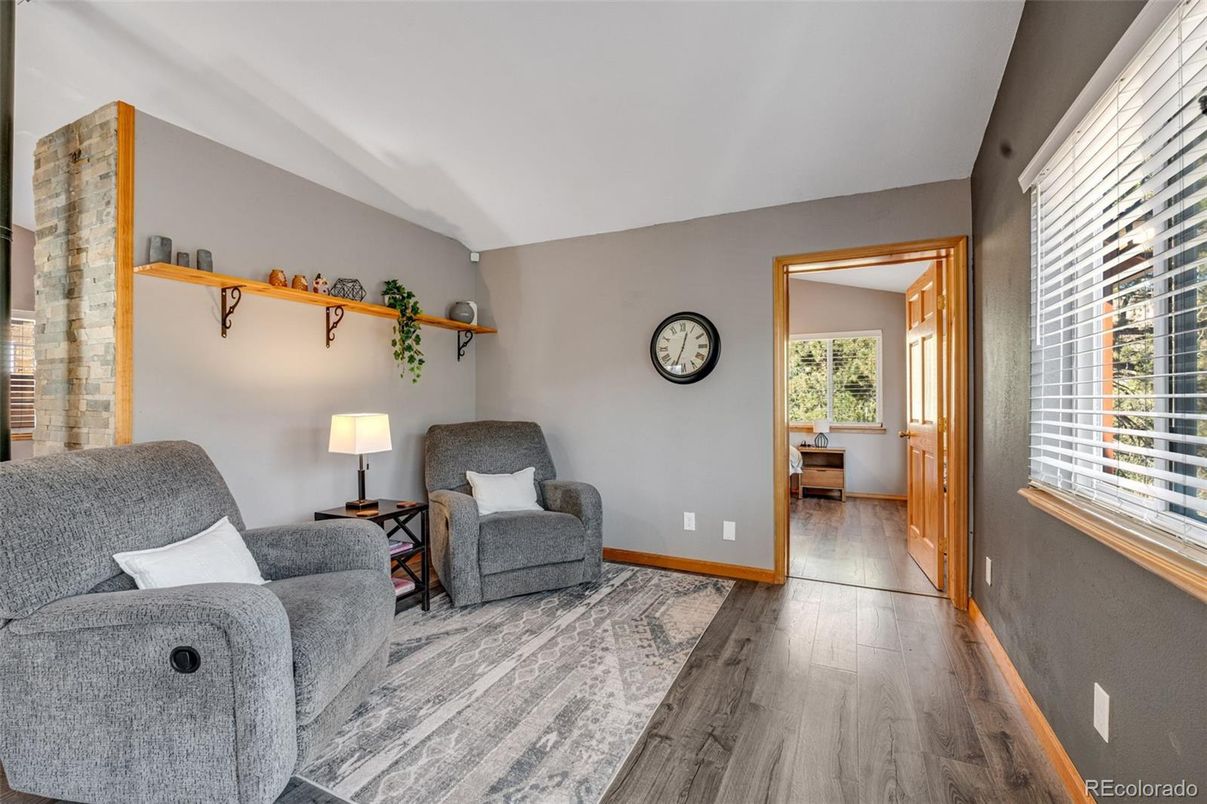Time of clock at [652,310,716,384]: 12:33
